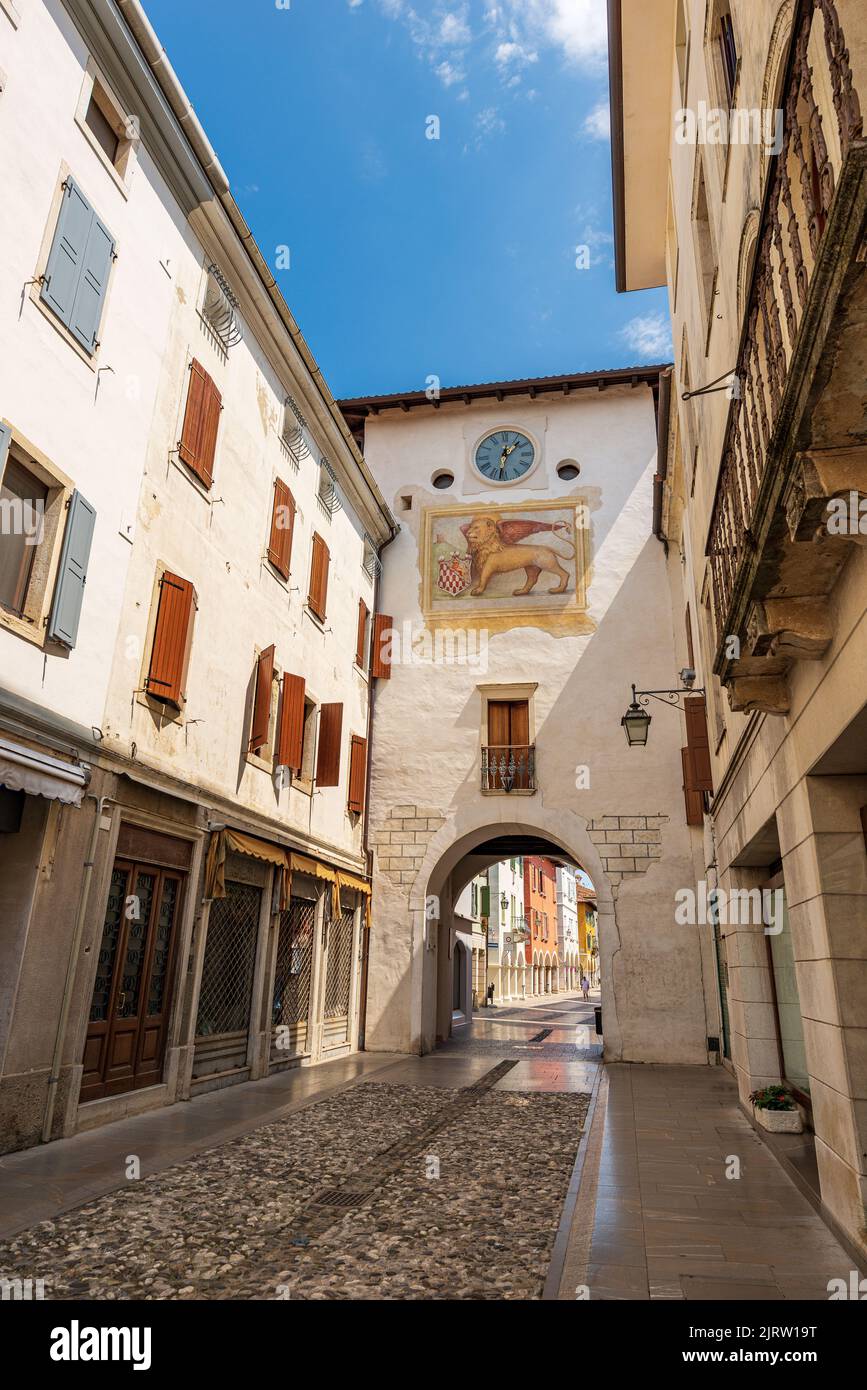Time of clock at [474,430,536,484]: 1:32
